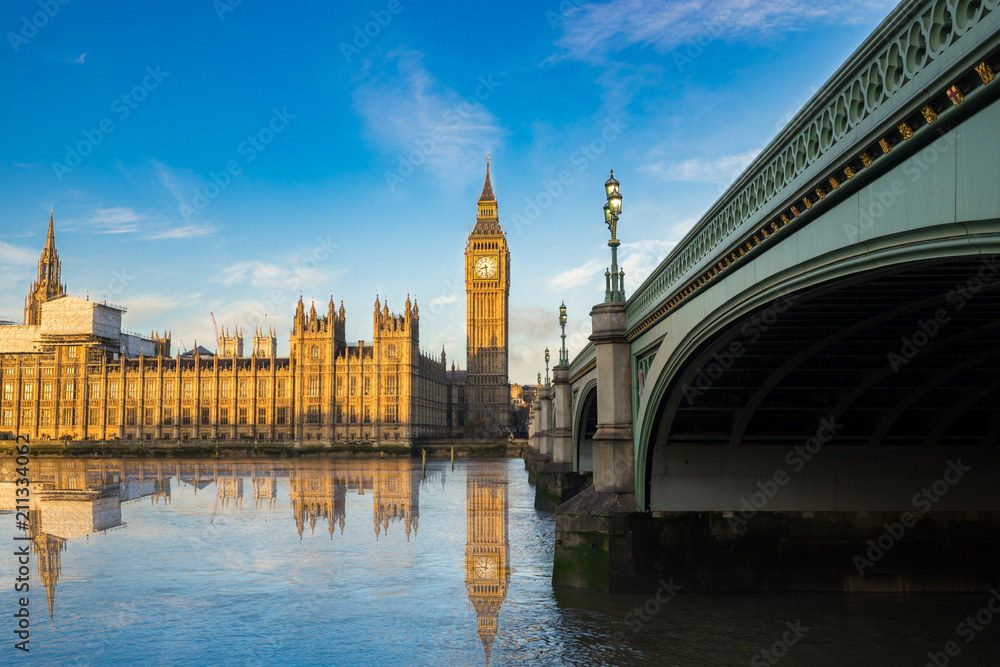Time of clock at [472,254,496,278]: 8:28
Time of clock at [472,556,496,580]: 9:01
